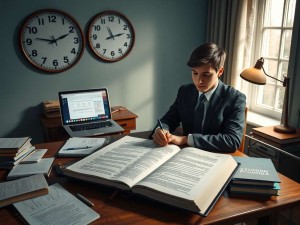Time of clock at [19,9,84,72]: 9:11
